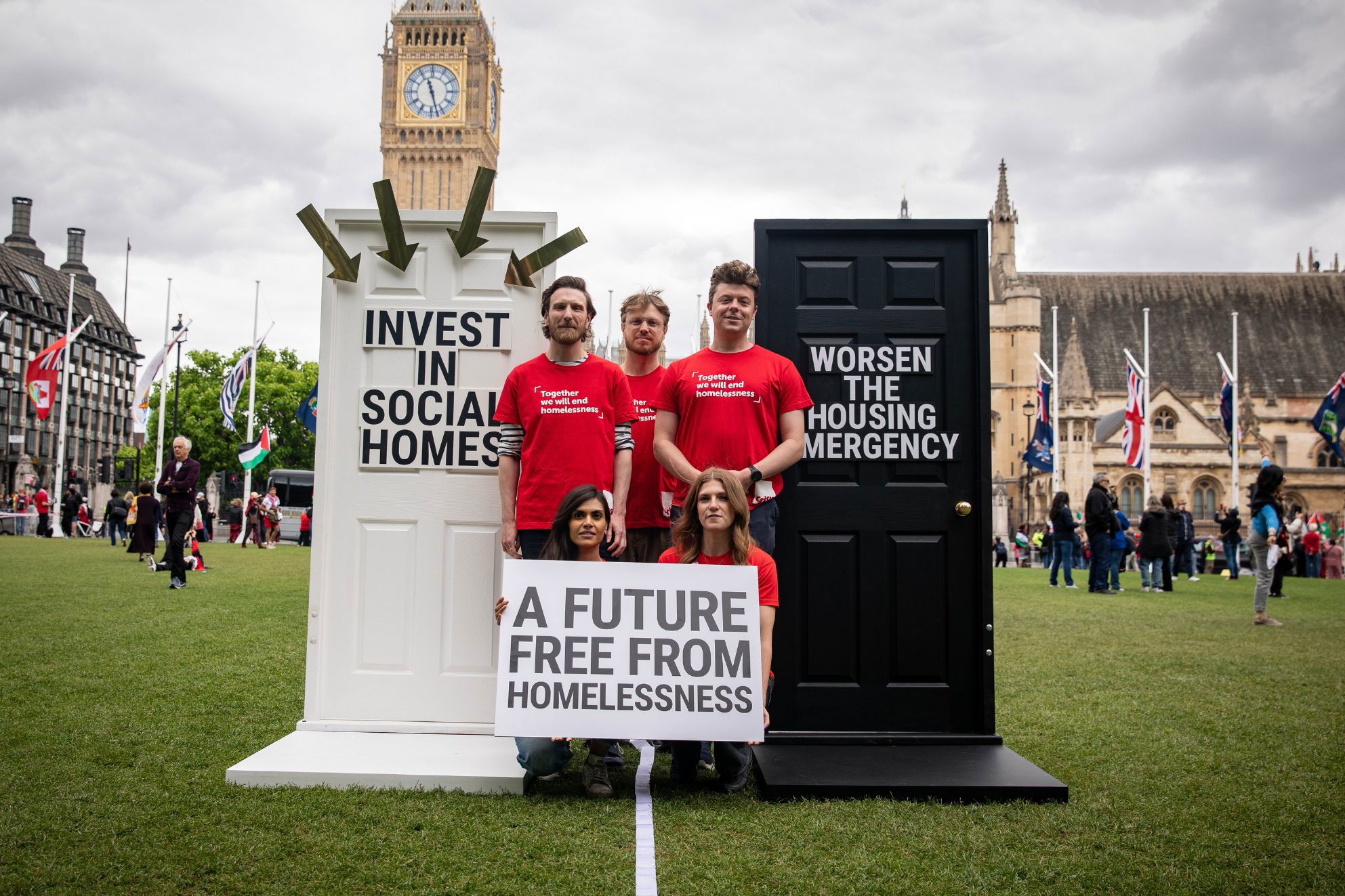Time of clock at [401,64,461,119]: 11:27
